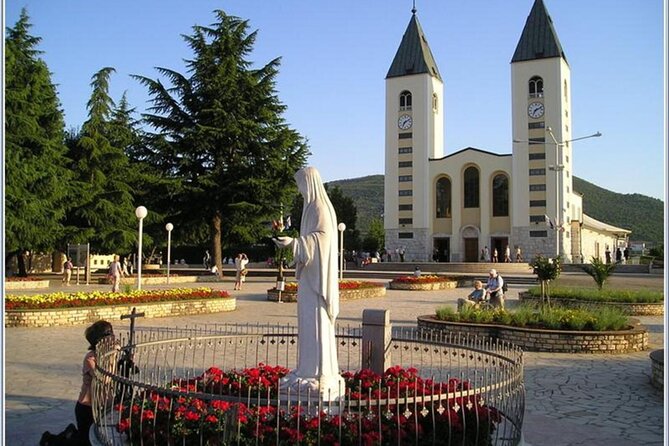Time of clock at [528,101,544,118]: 7:11
